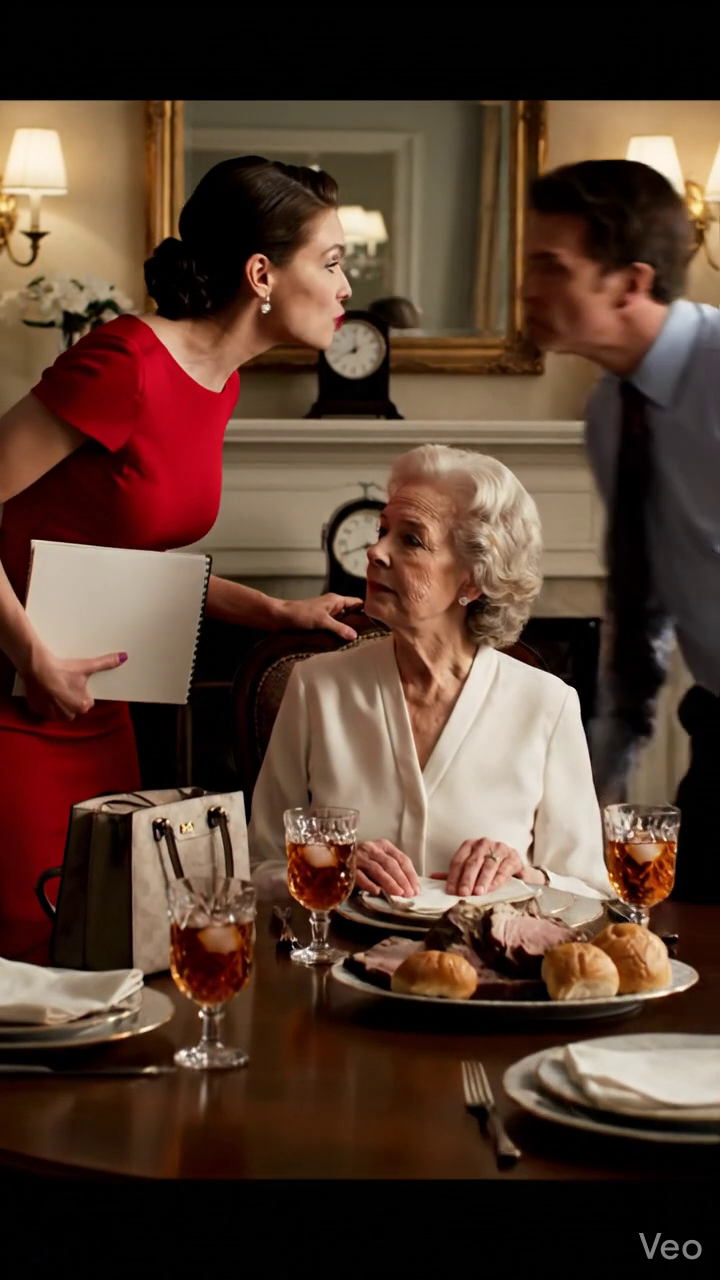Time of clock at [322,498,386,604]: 12:40
